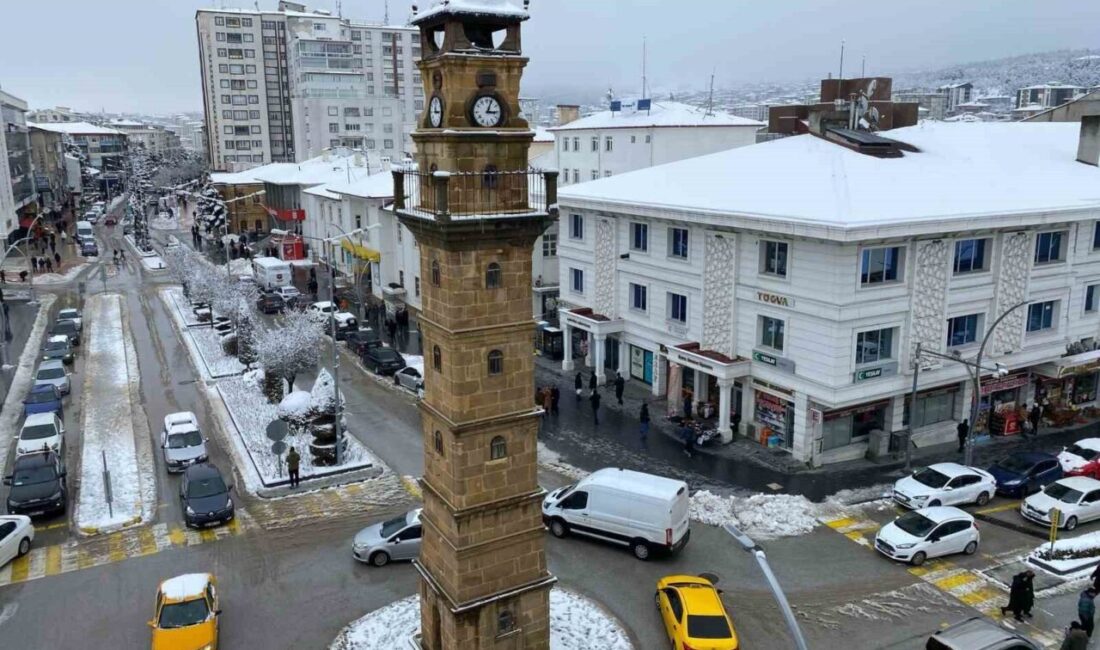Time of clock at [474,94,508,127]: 3:04
